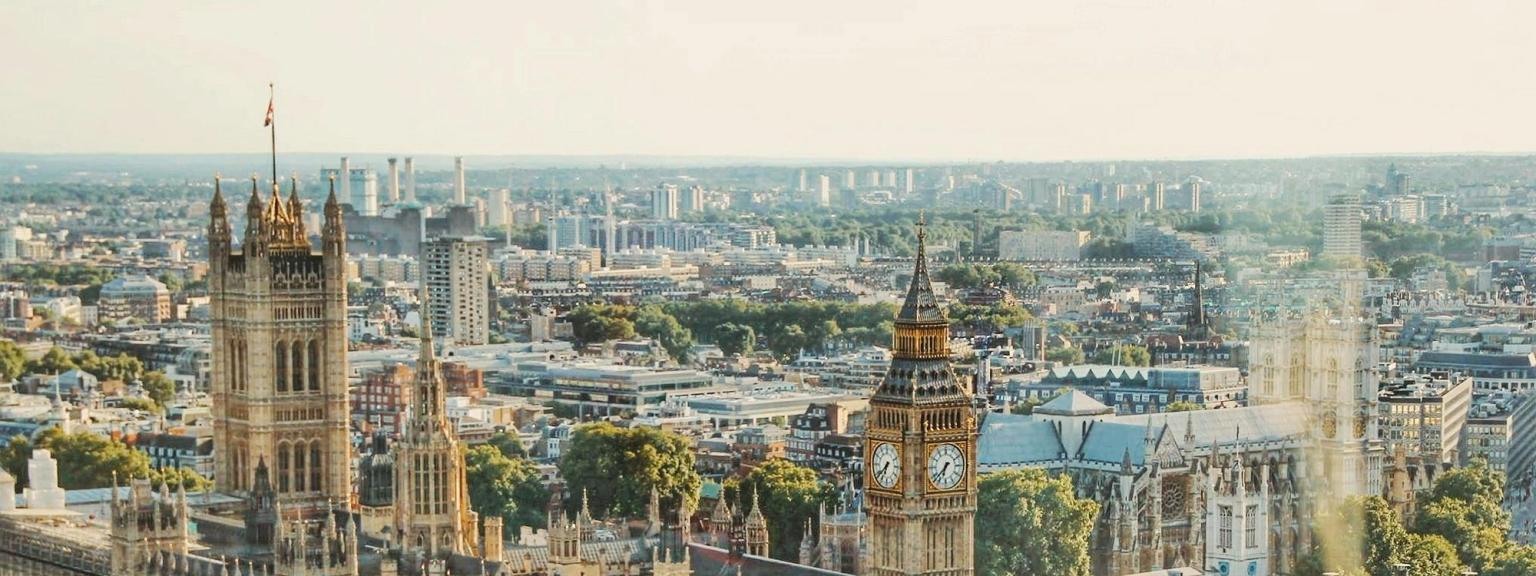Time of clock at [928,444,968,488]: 6:37
